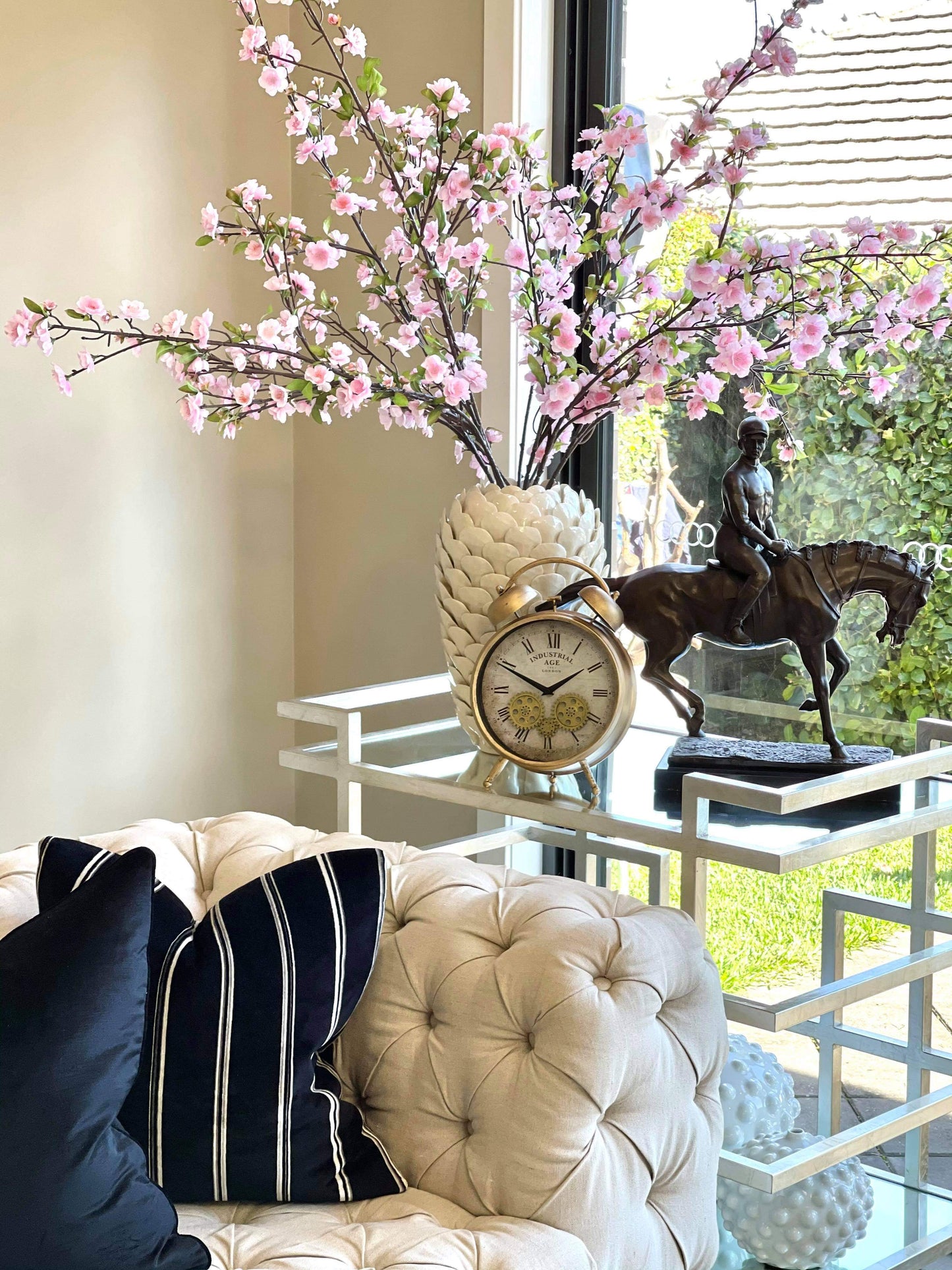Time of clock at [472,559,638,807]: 1:49
